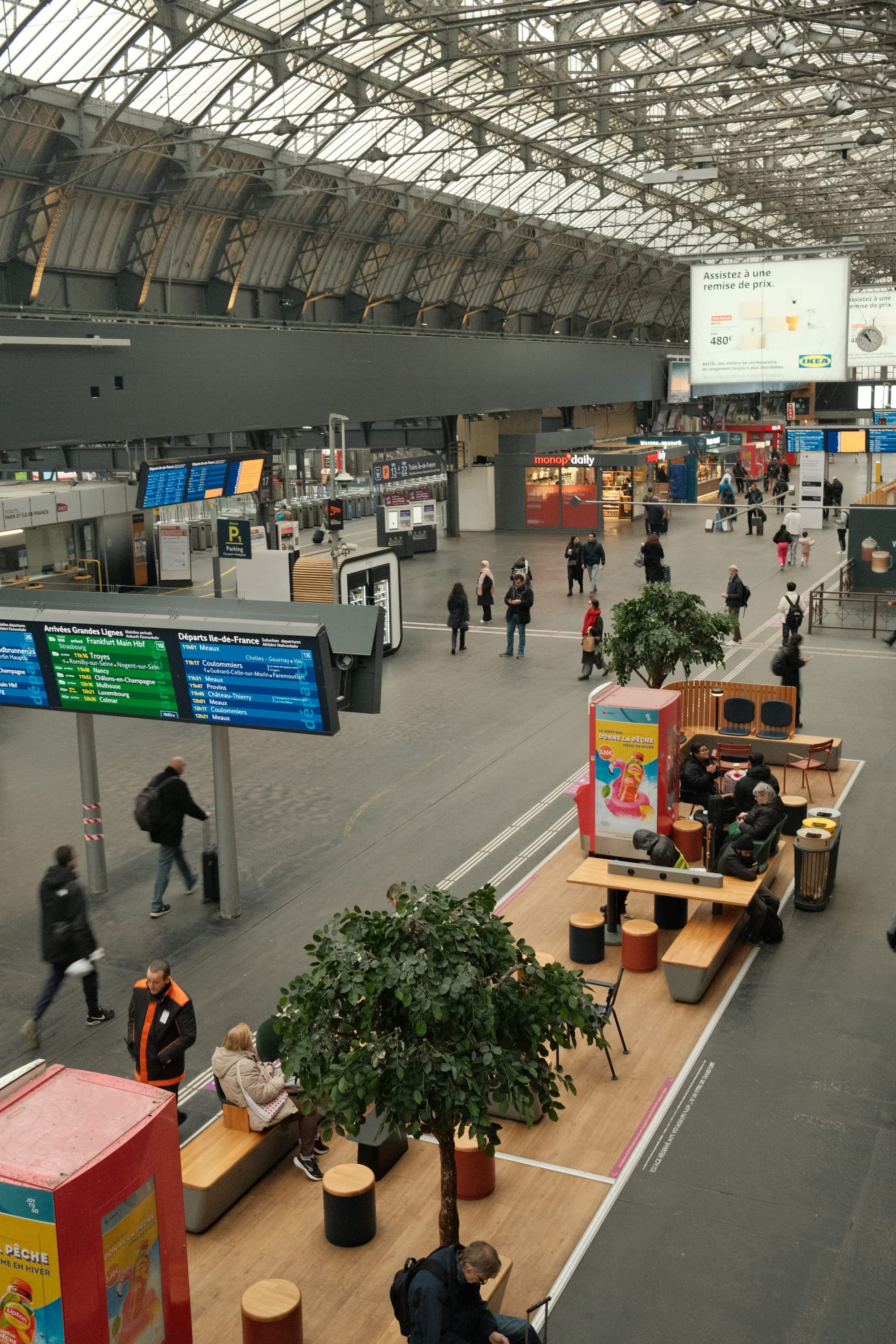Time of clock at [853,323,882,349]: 10:52
